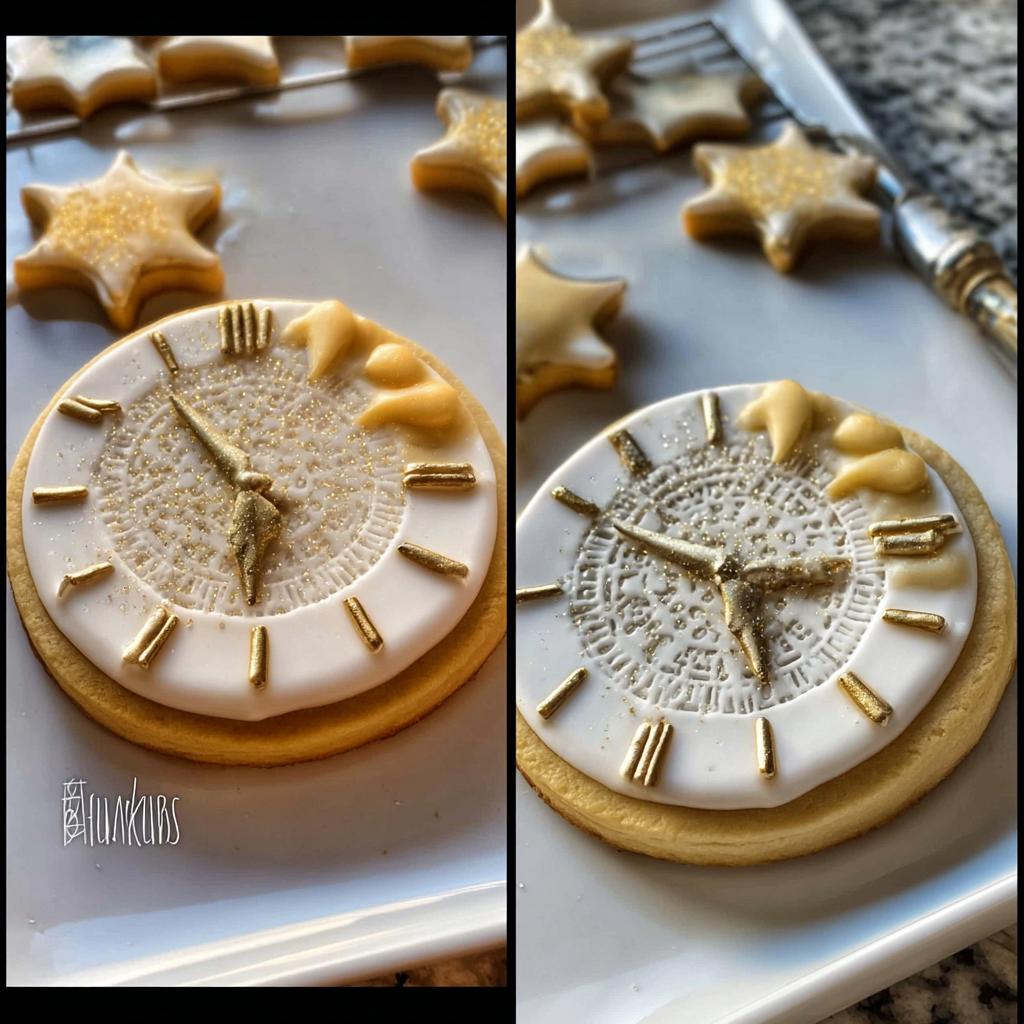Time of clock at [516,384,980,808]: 5:49
